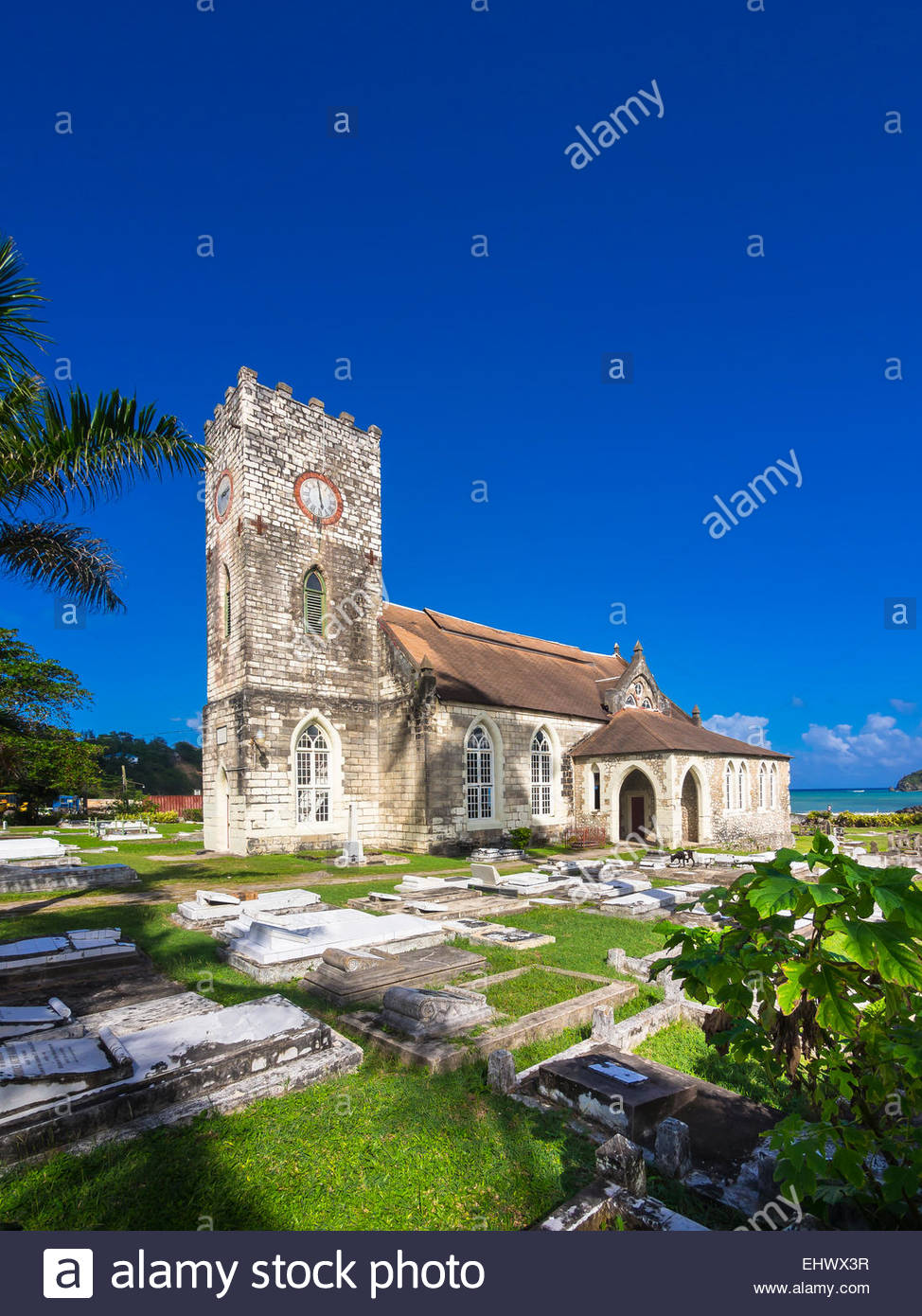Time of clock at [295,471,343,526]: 5:59
